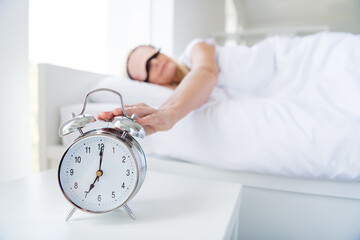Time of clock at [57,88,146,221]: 7:00
